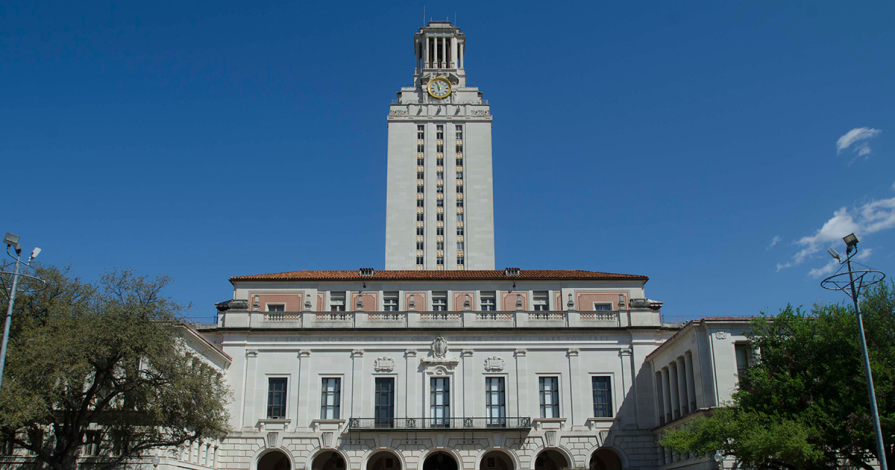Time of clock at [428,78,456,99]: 5:57
